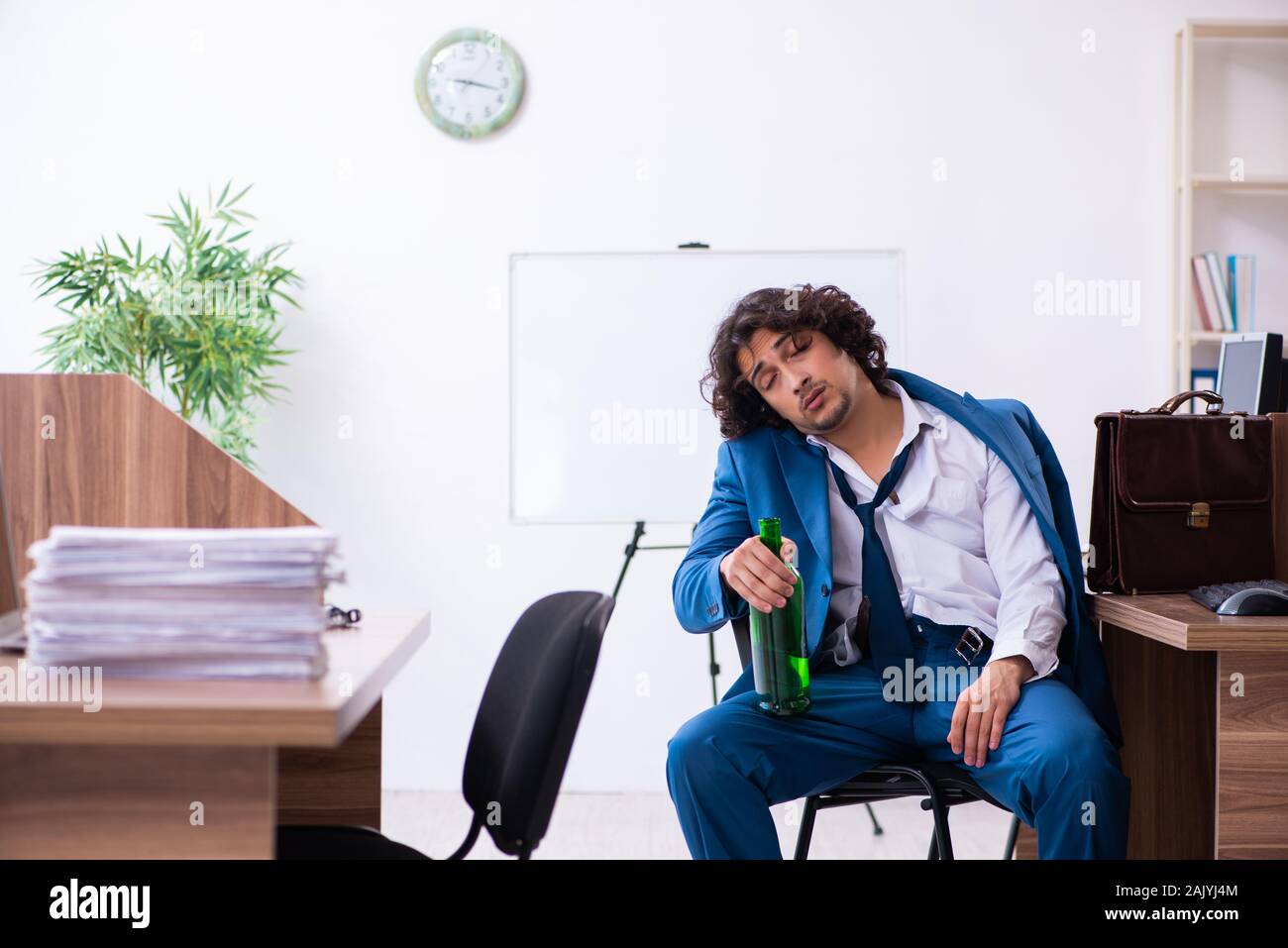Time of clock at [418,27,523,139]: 9:17
